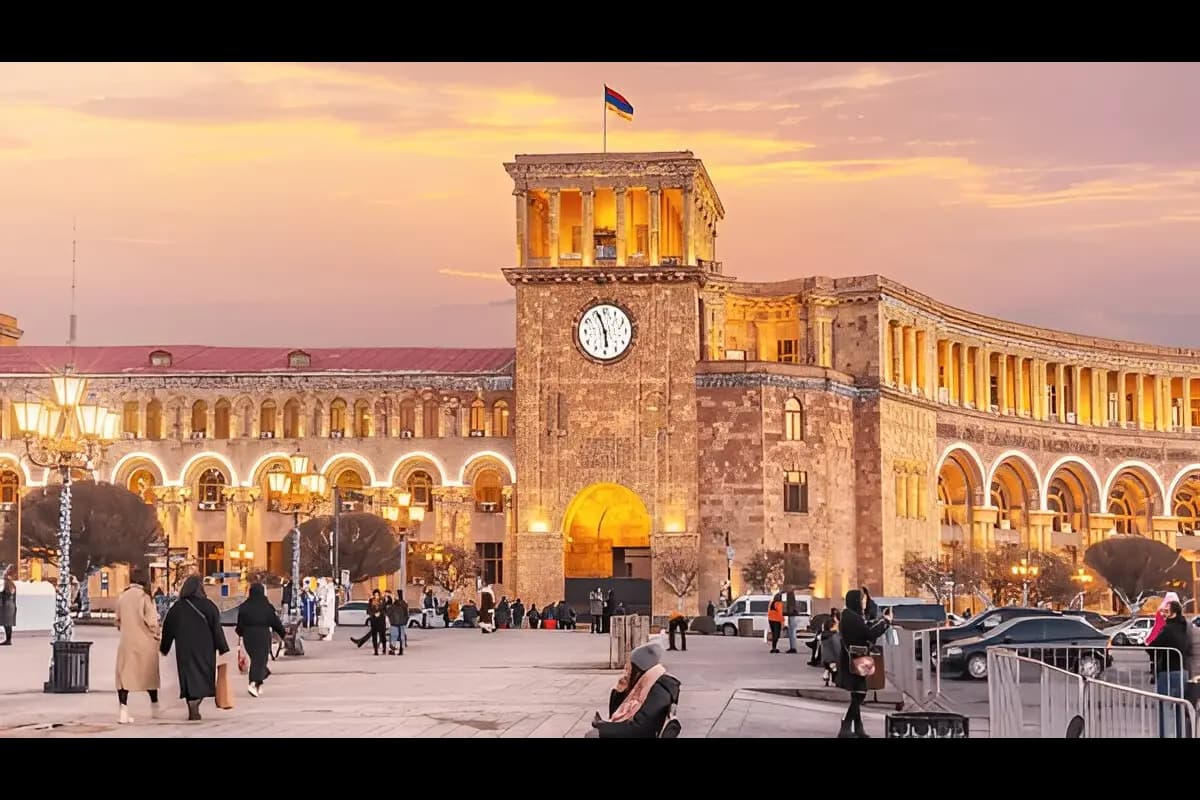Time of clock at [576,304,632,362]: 5:56
